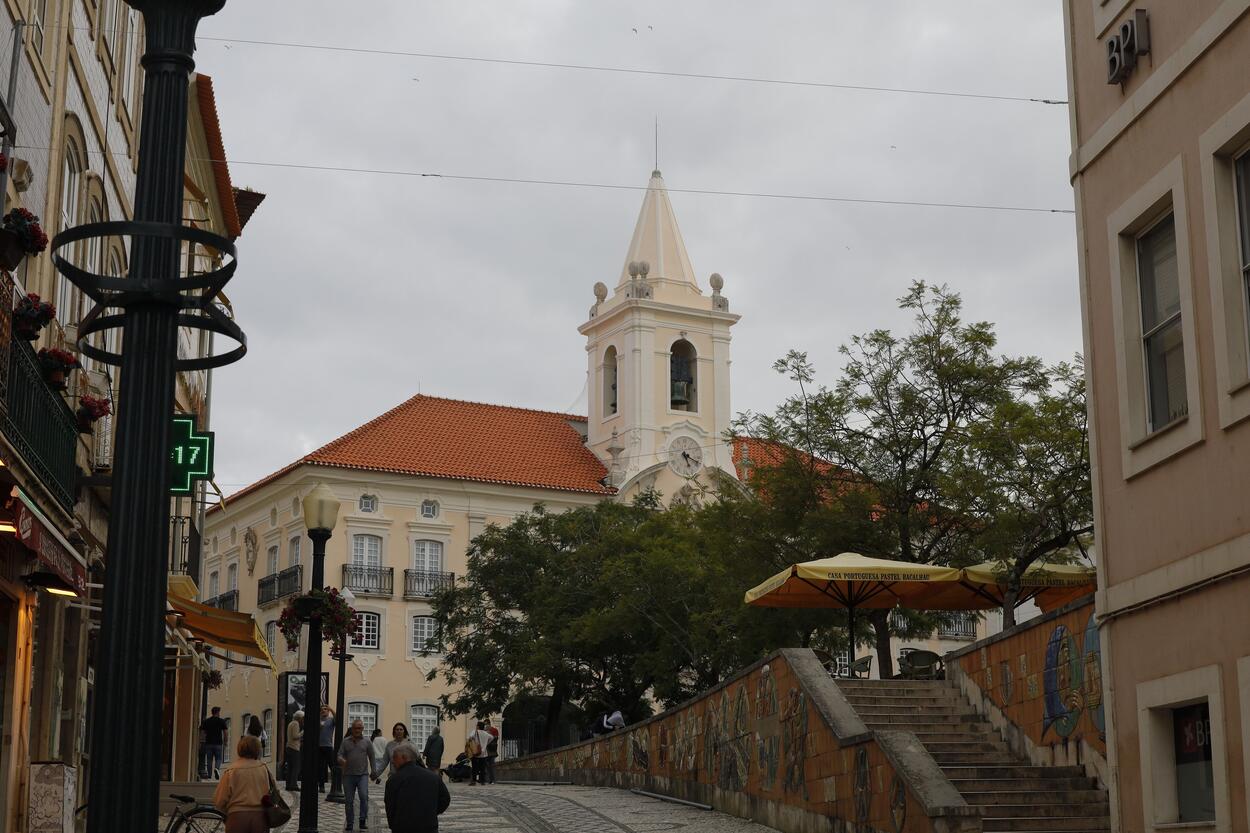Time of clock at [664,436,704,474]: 5:18
